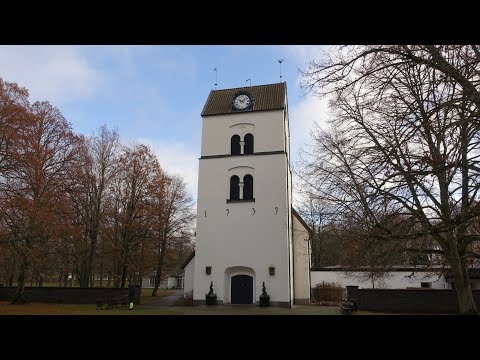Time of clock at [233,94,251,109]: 10:07
